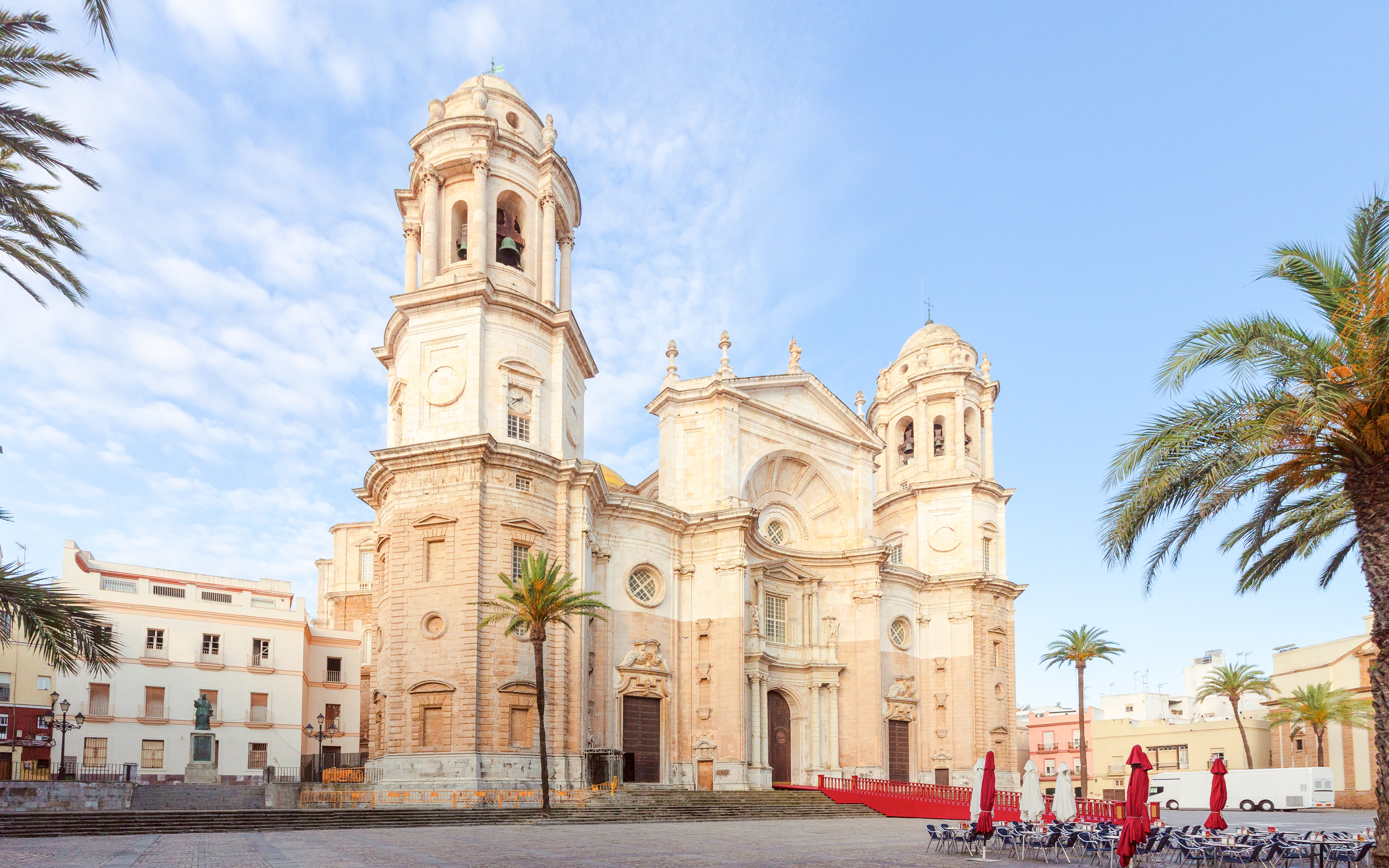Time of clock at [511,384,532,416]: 8:38
